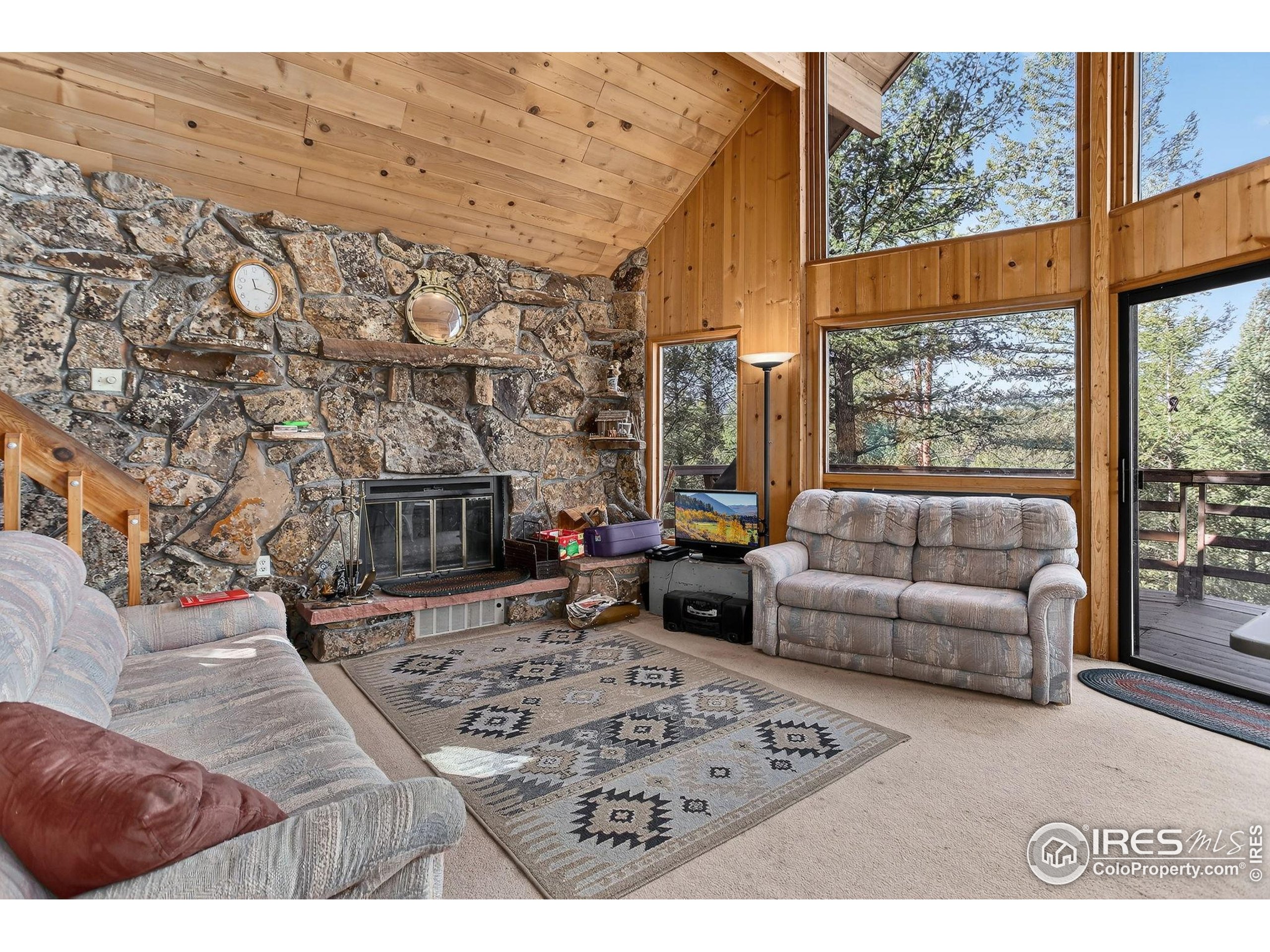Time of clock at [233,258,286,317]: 11:17
